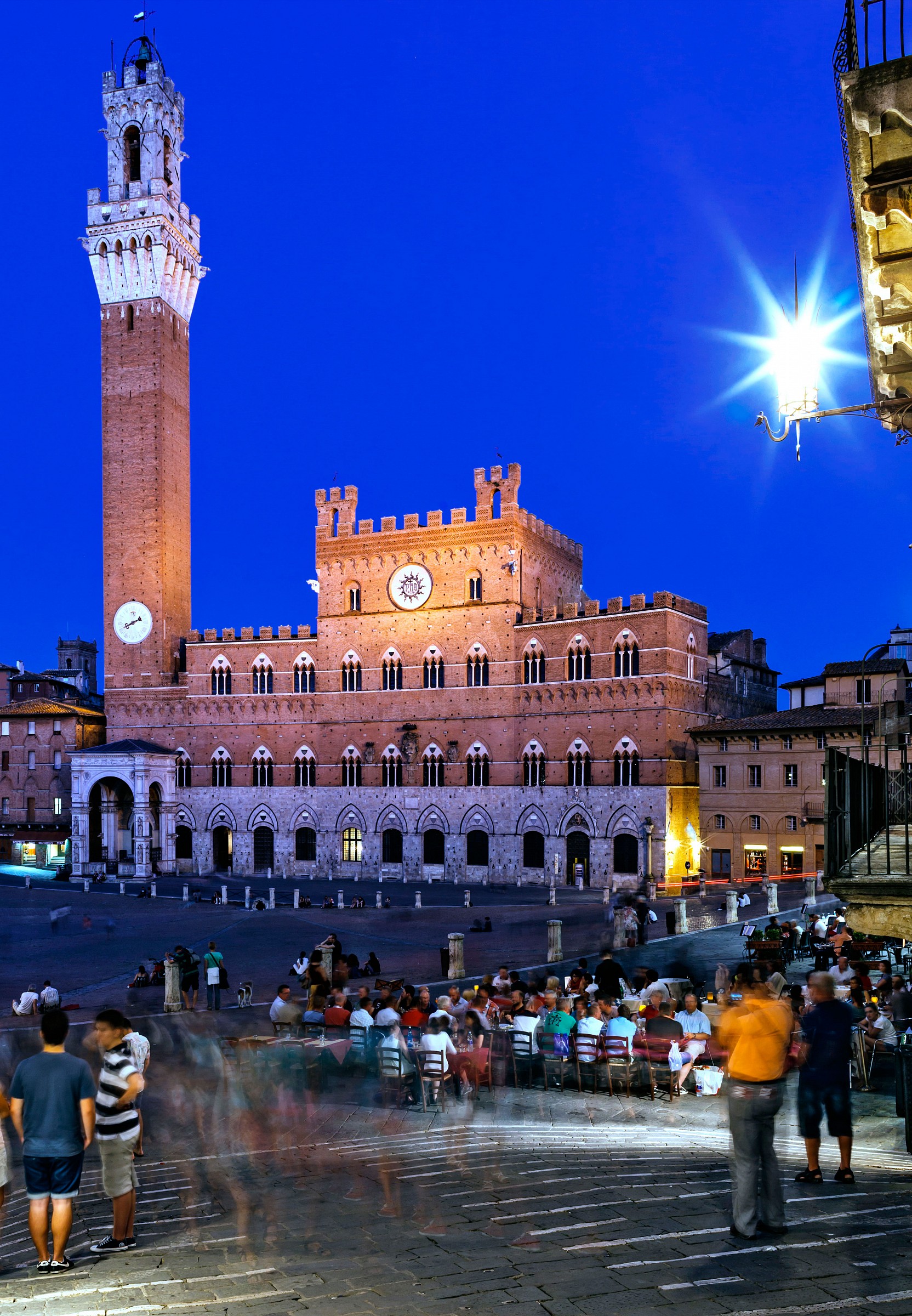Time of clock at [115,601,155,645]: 8:11
